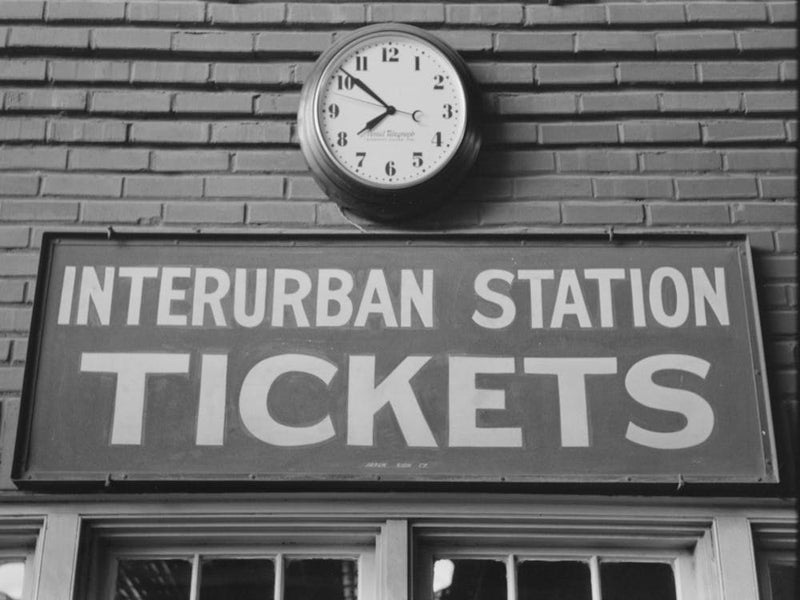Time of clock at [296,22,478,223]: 7:51
